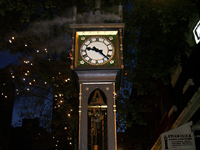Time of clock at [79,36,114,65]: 9:22
